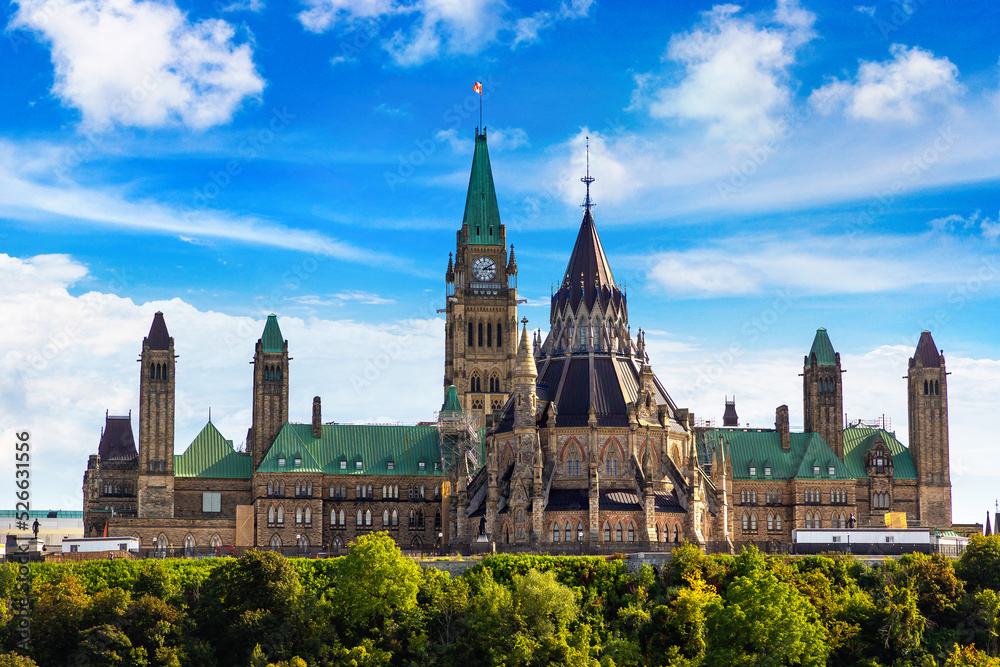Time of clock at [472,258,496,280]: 3:09
